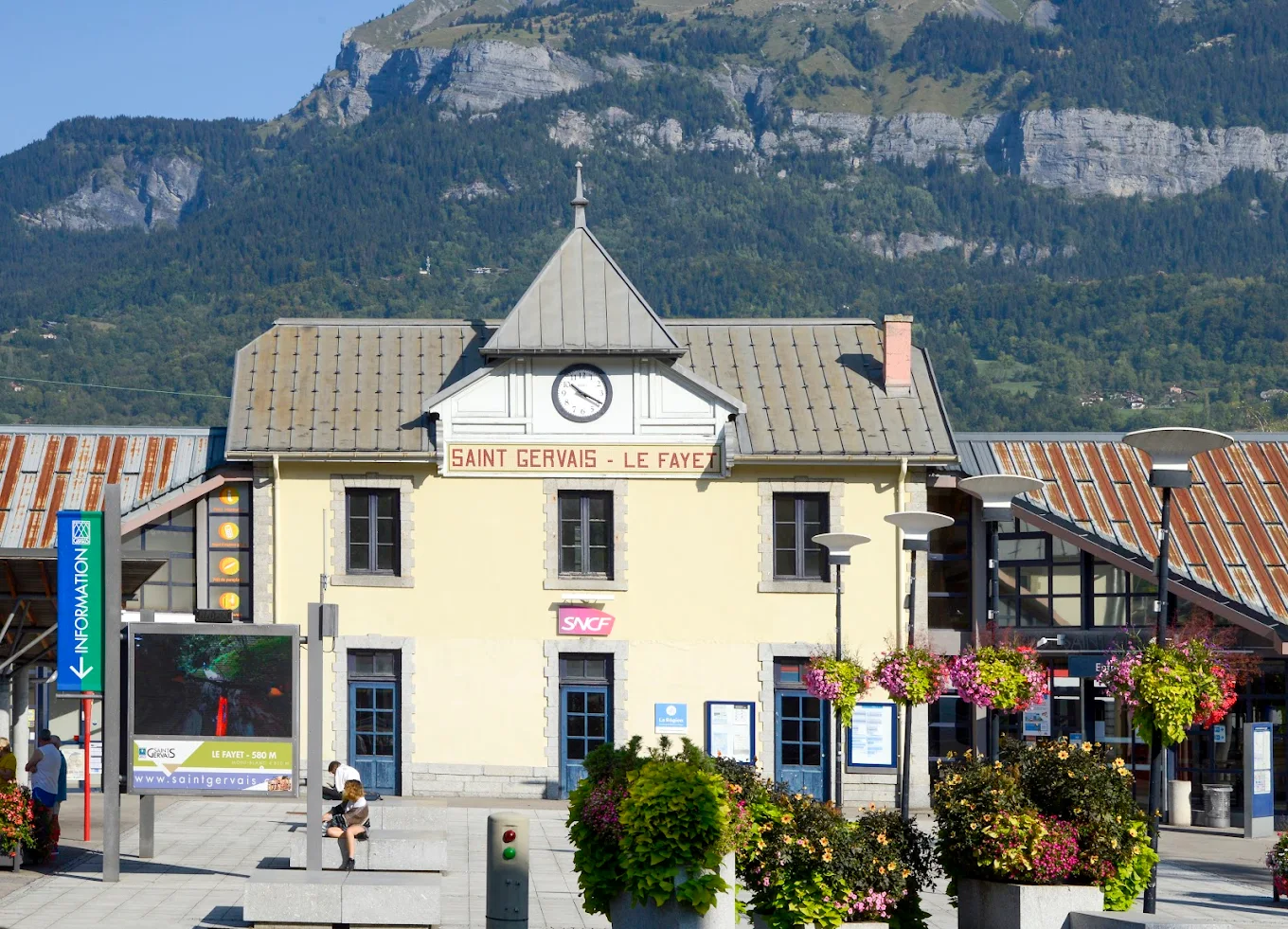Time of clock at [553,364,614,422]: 10:19
